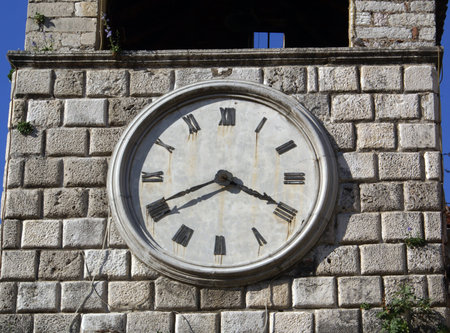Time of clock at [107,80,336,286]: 3:40
